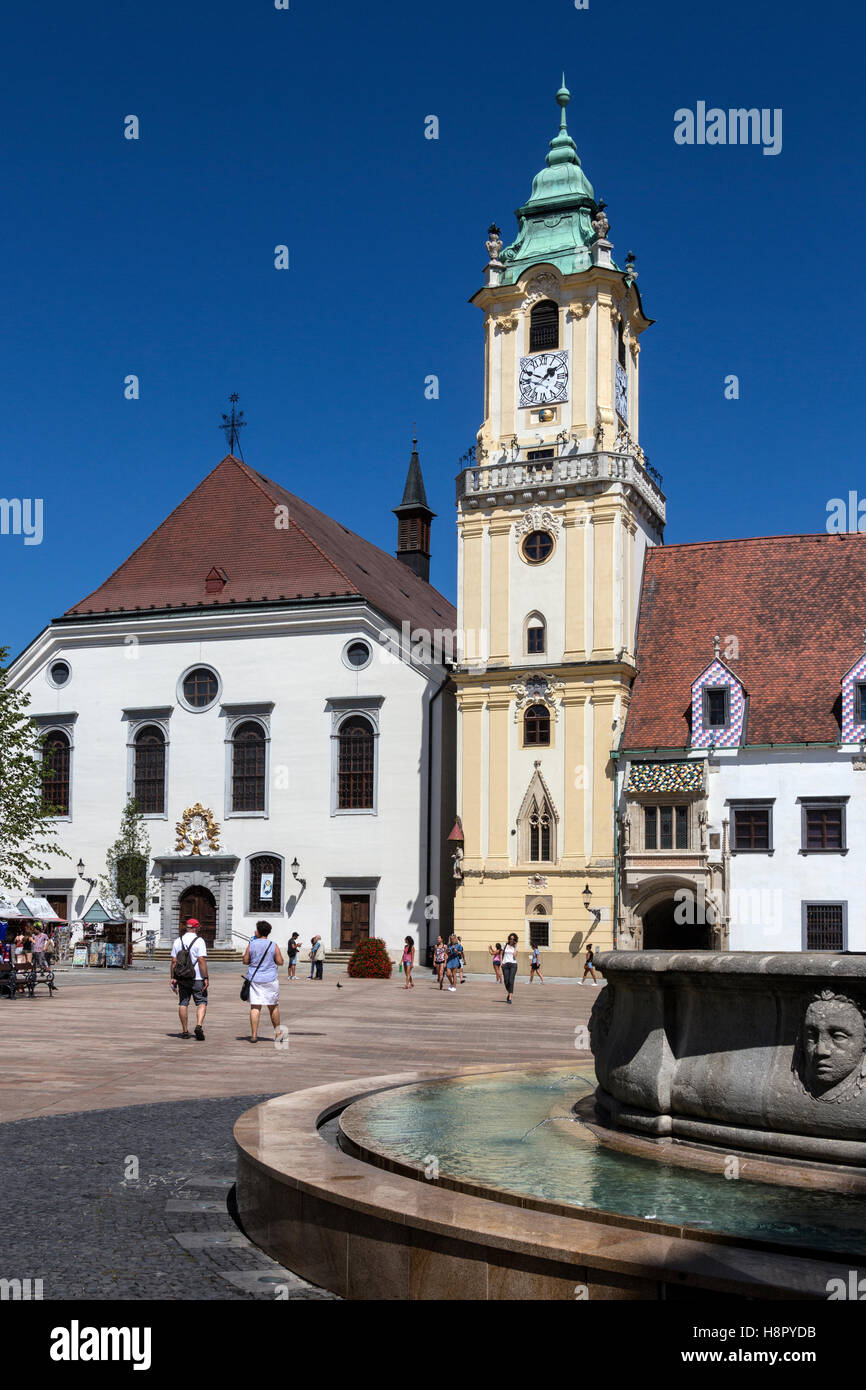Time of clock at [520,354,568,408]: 1:49
